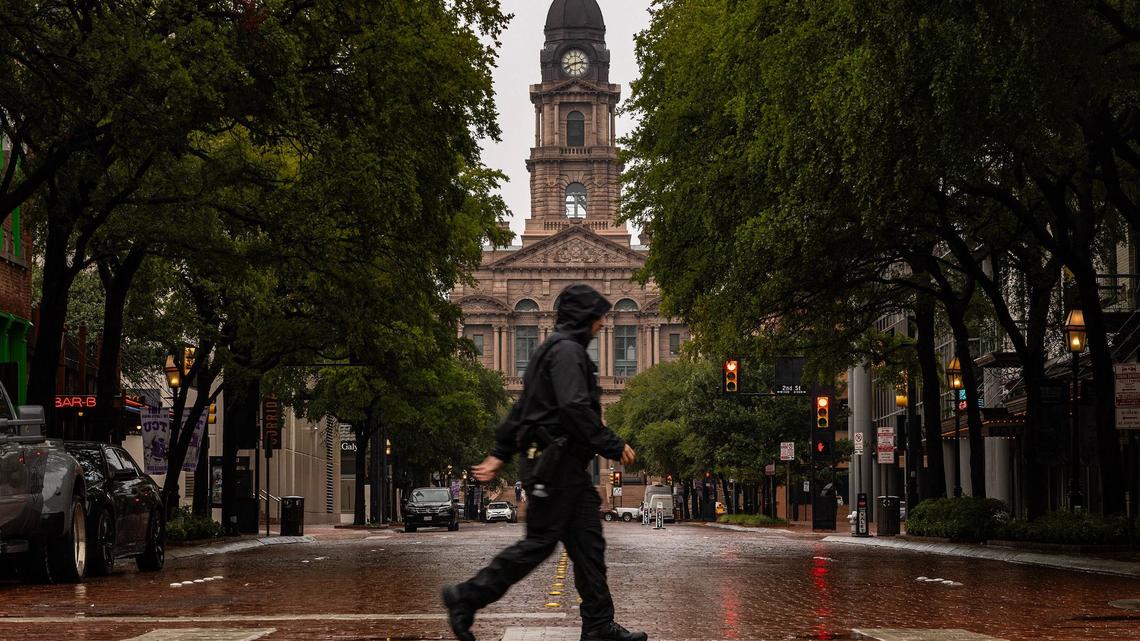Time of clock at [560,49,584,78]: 2:41
